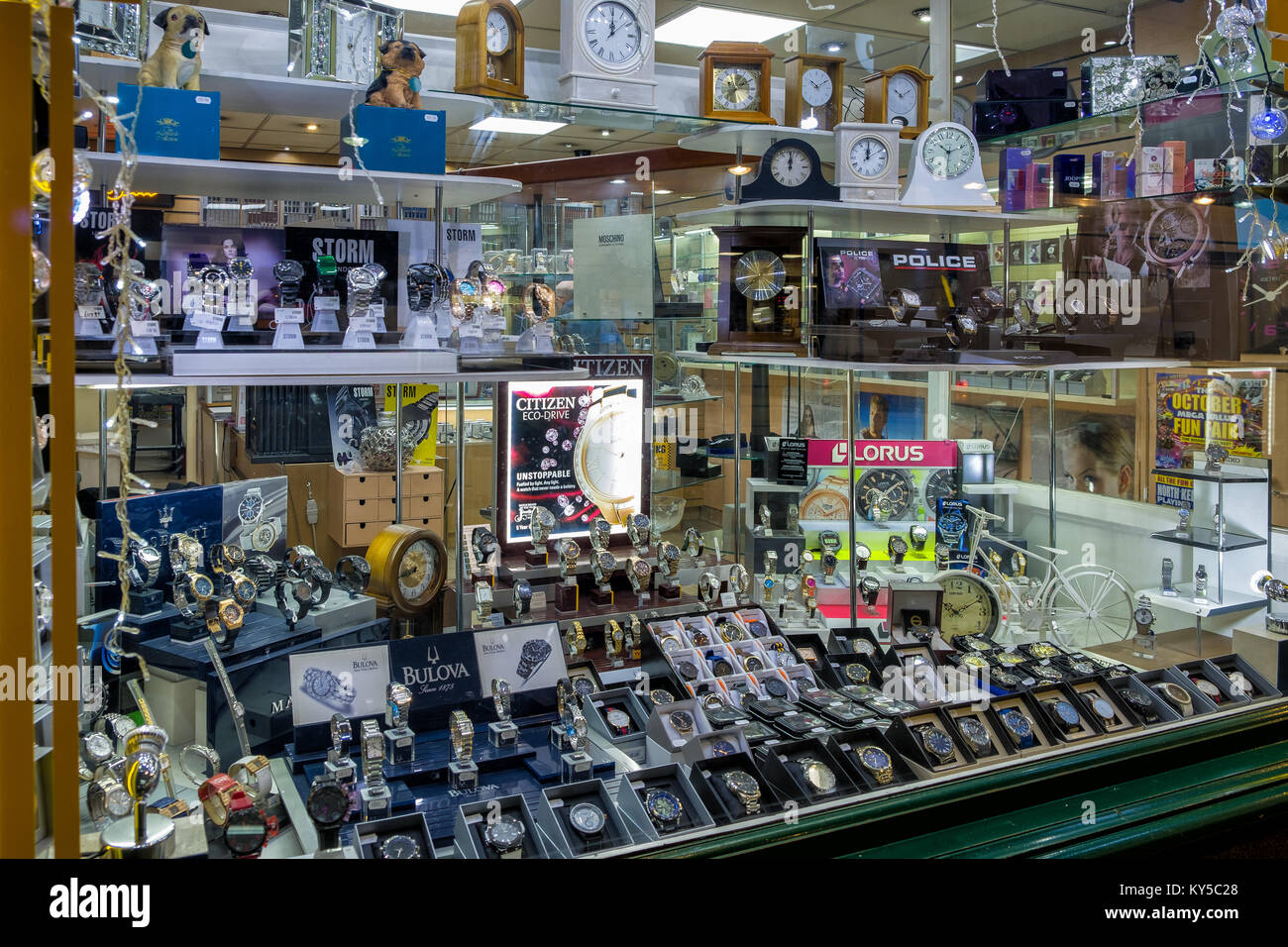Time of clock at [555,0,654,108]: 12:00
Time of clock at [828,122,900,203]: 12:00
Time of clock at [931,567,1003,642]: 10:10
